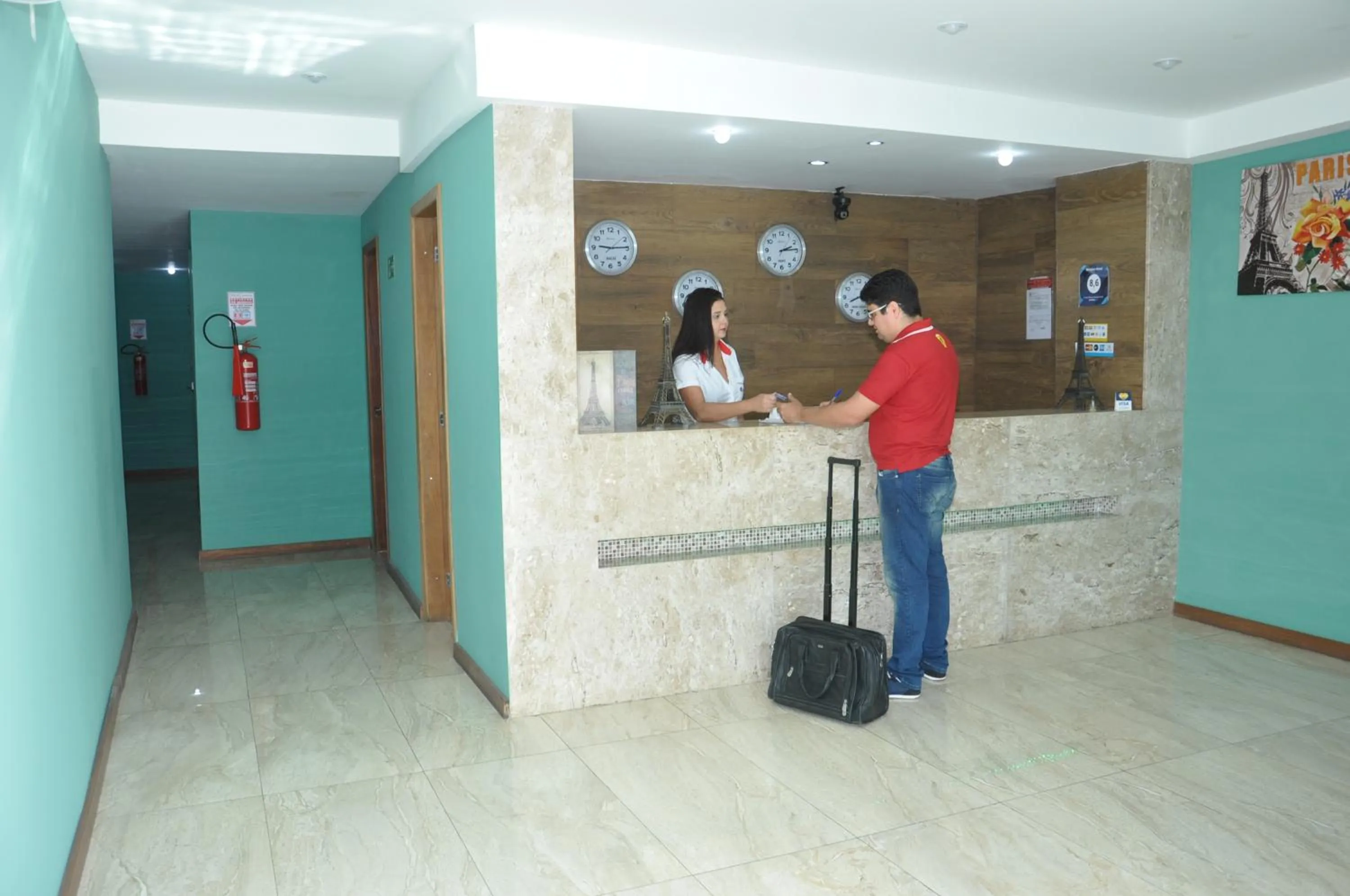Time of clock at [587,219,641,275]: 9:14
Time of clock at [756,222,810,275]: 2:14
